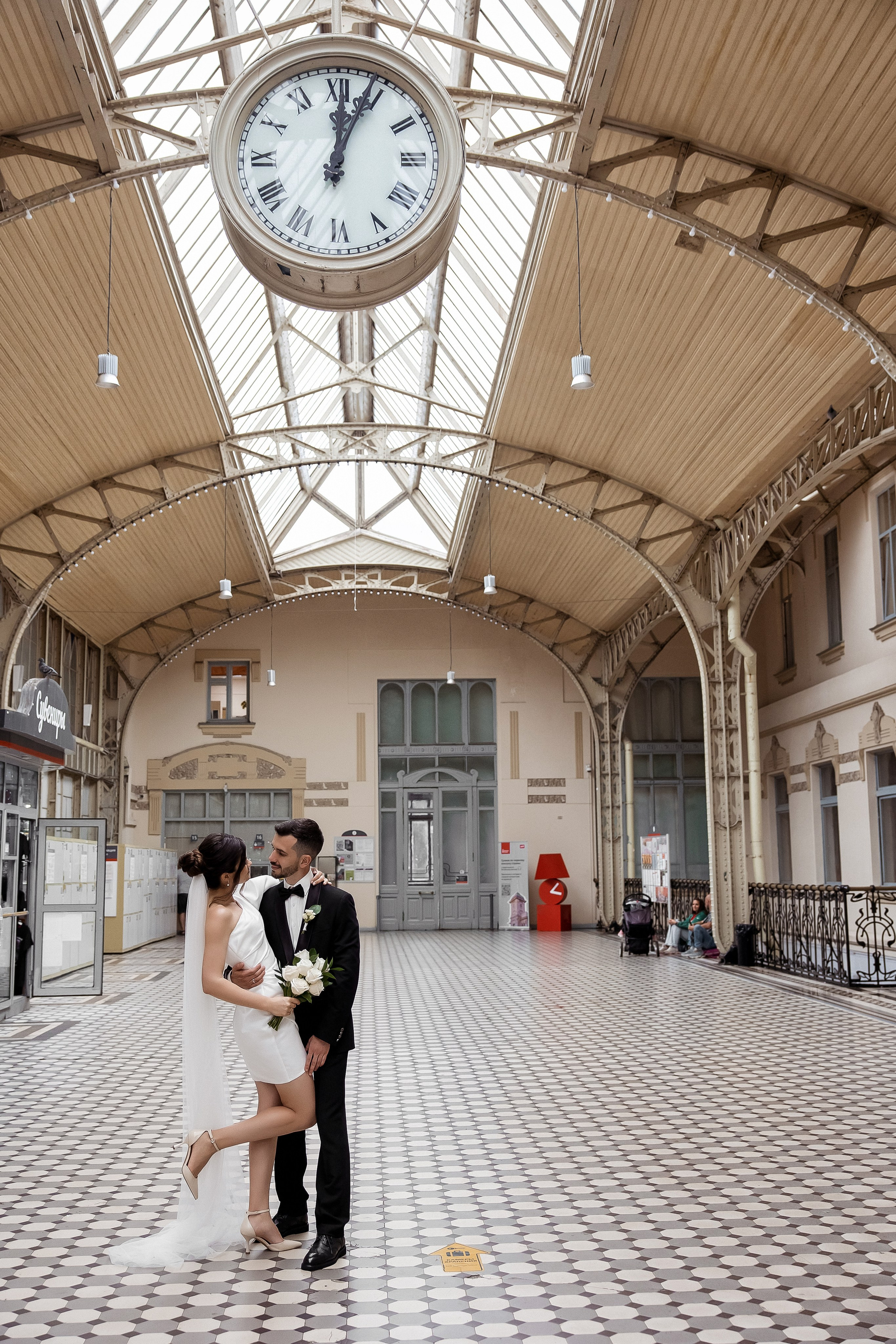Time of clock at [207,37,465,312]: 12:03
